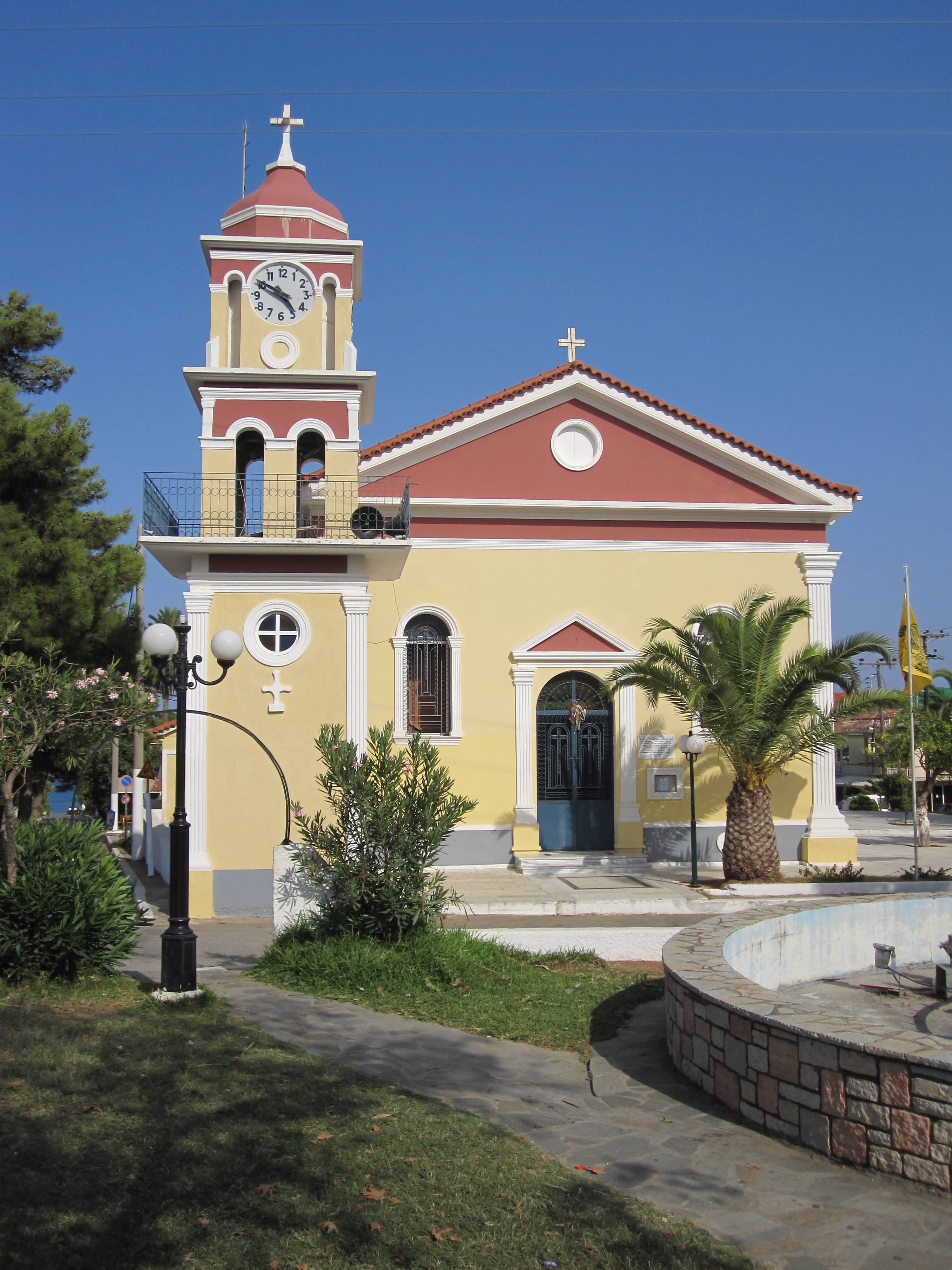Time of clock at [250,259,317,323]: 4:50
